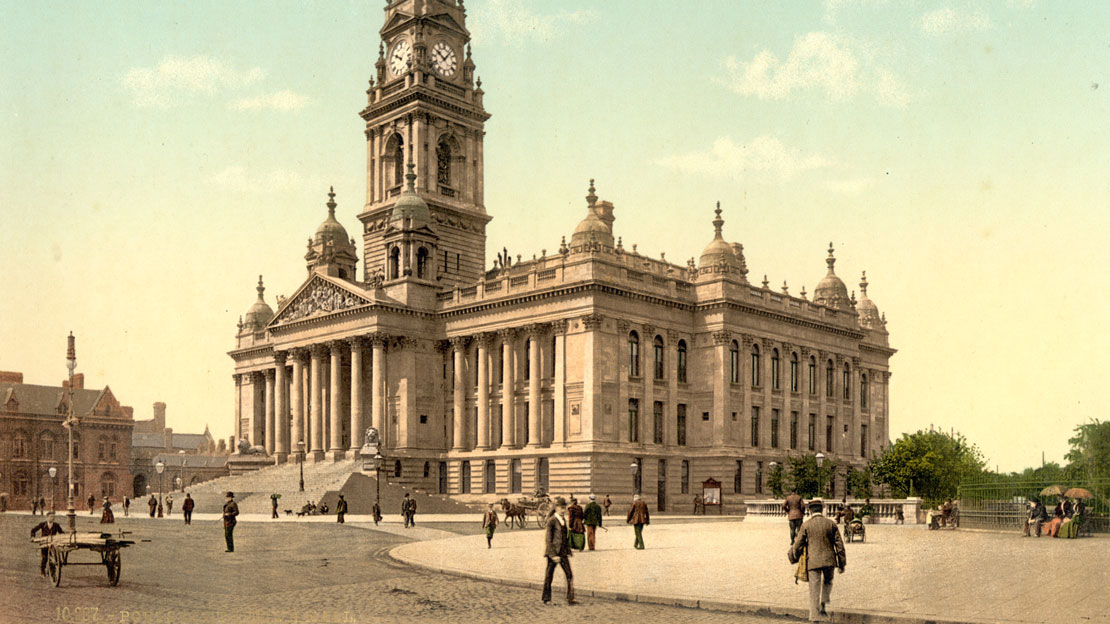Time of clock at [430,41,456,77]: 10:07
